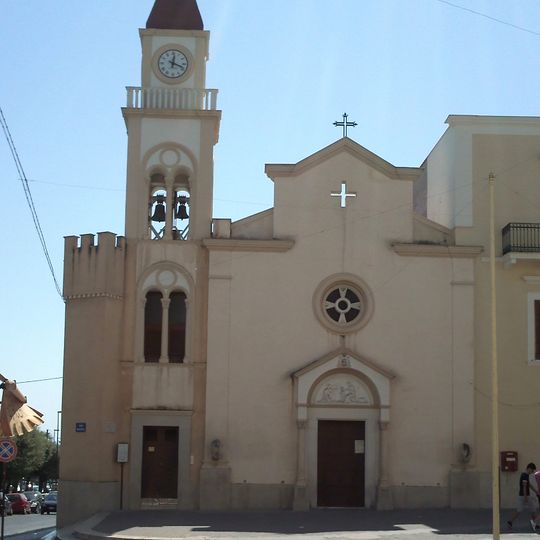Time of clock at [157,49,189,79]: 12:18
